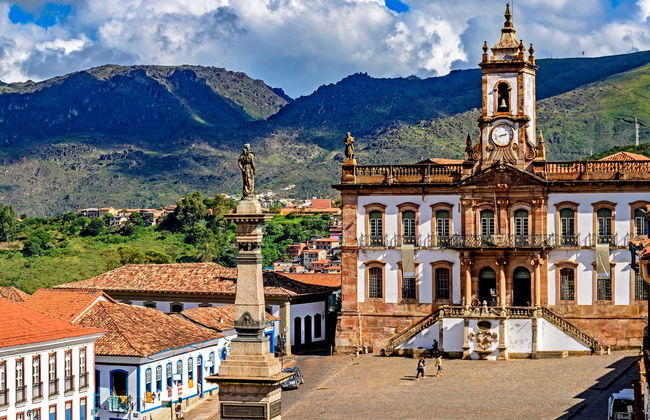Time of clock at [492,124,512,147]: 1:42
